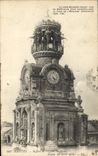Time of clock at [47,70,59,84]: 4:26
